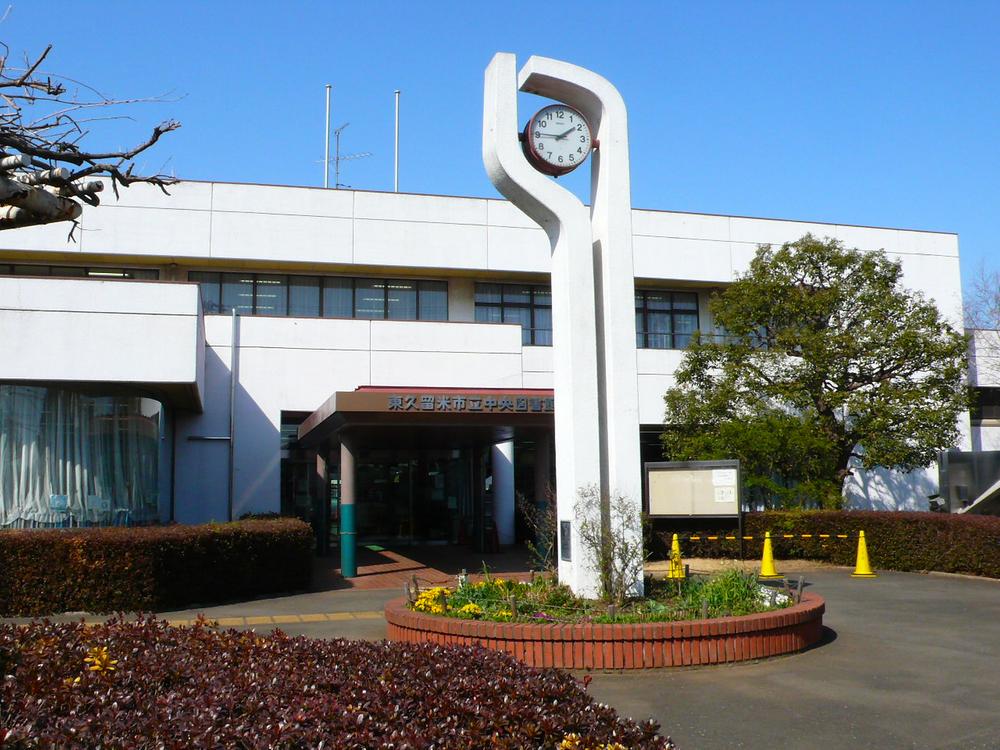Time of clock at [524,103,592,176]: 1:45
